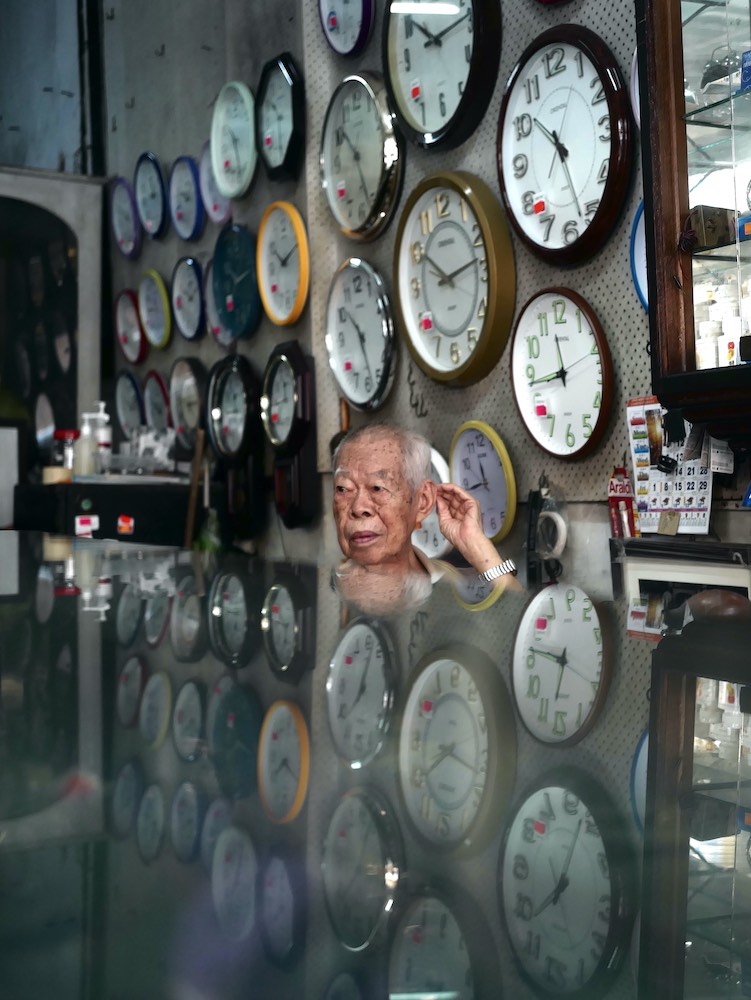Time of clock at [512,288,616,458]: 11:43
